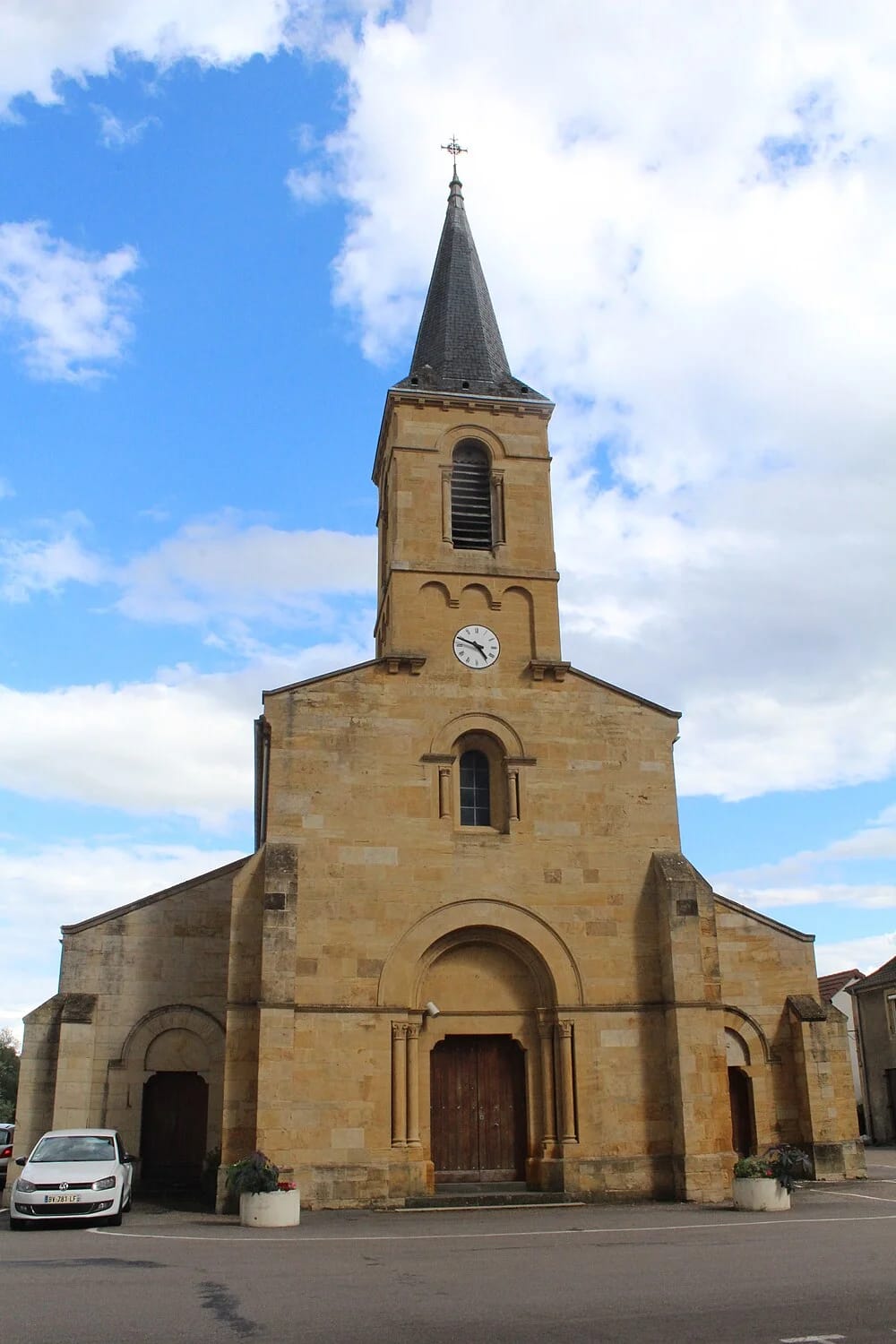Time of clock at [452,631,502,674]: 4:48
